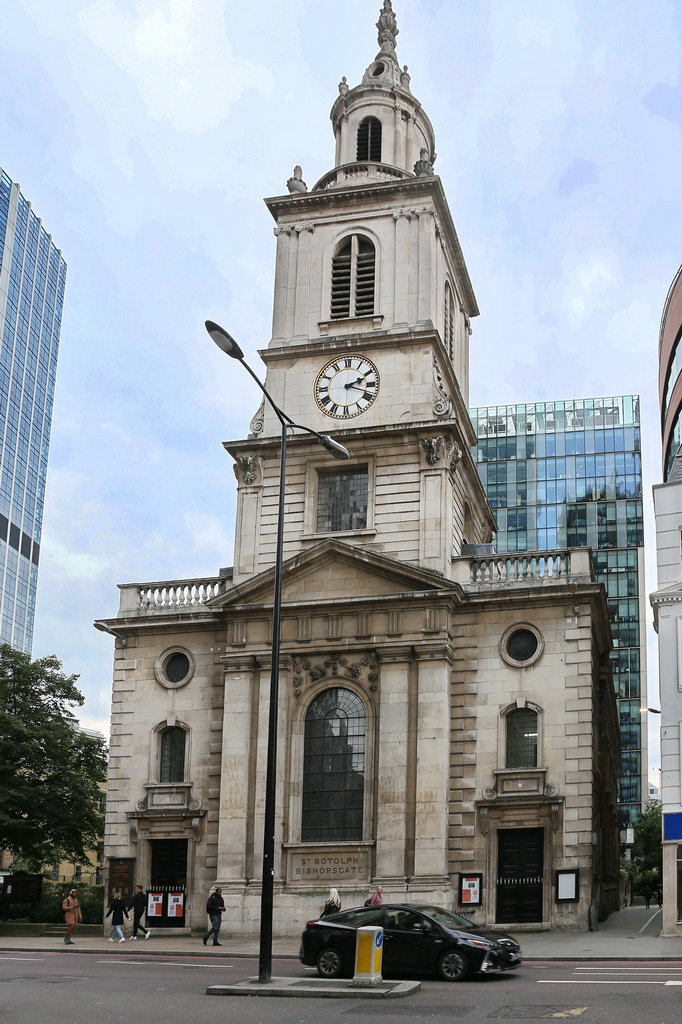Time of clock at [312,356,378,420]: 2:18
